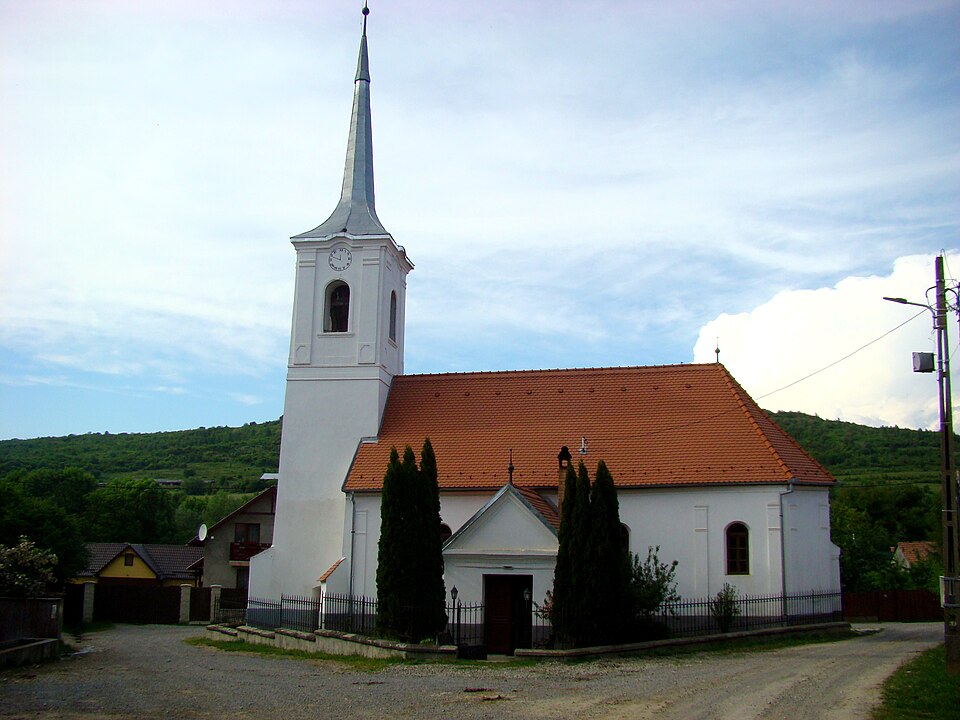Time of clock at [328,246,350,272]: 11:48
